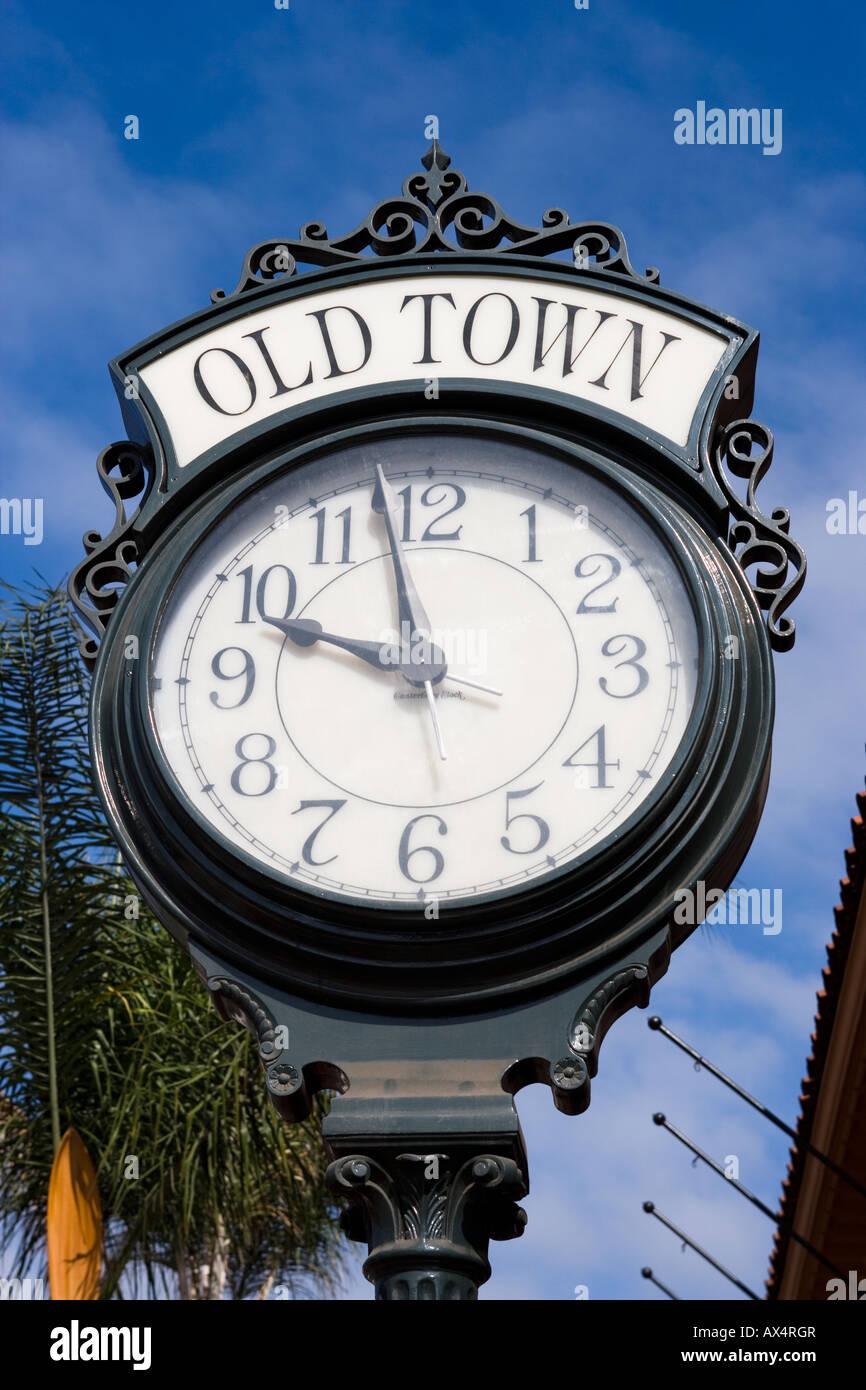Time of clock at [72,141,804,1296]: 9:57
